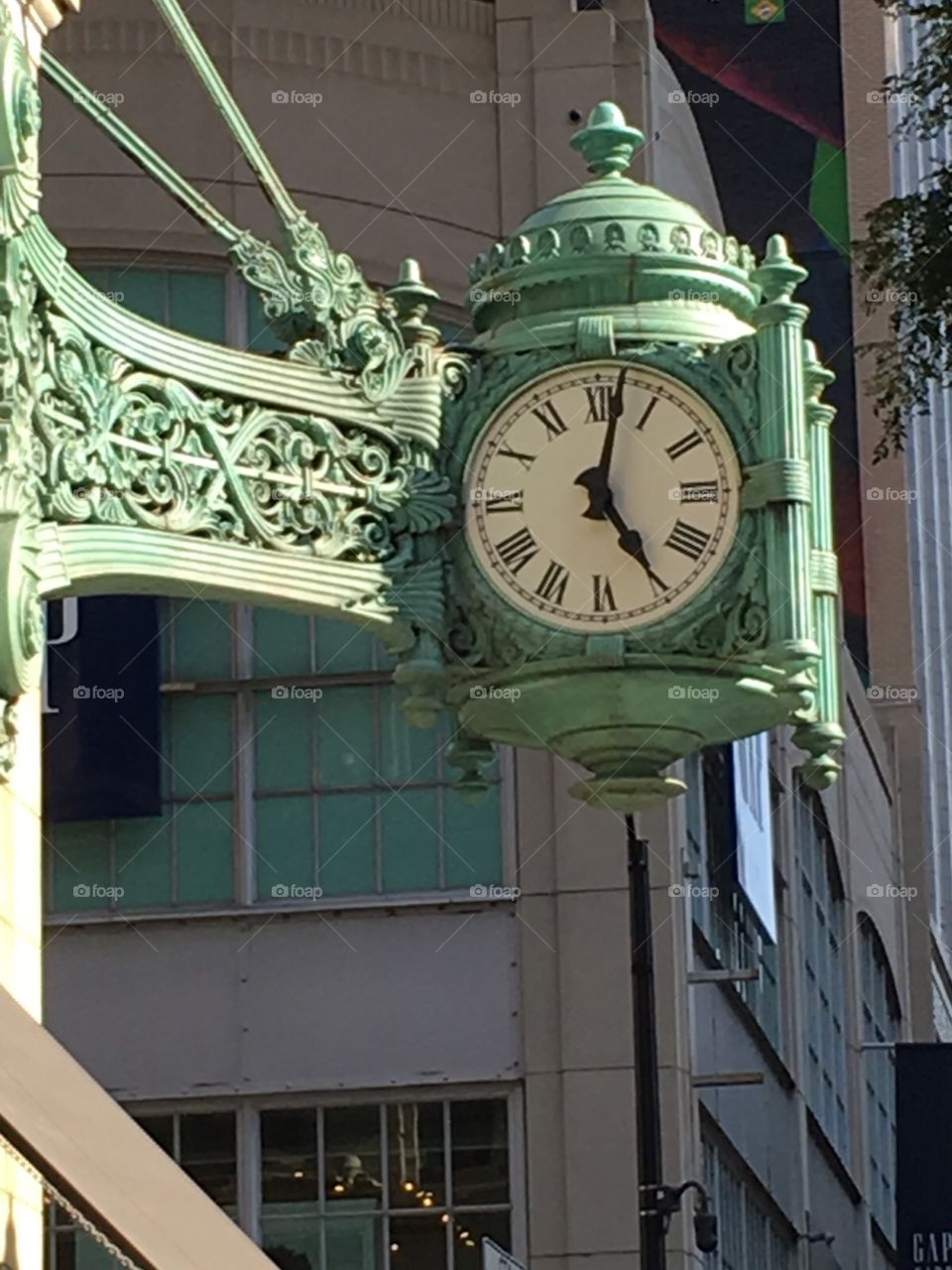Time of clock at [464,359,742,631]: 5:01
